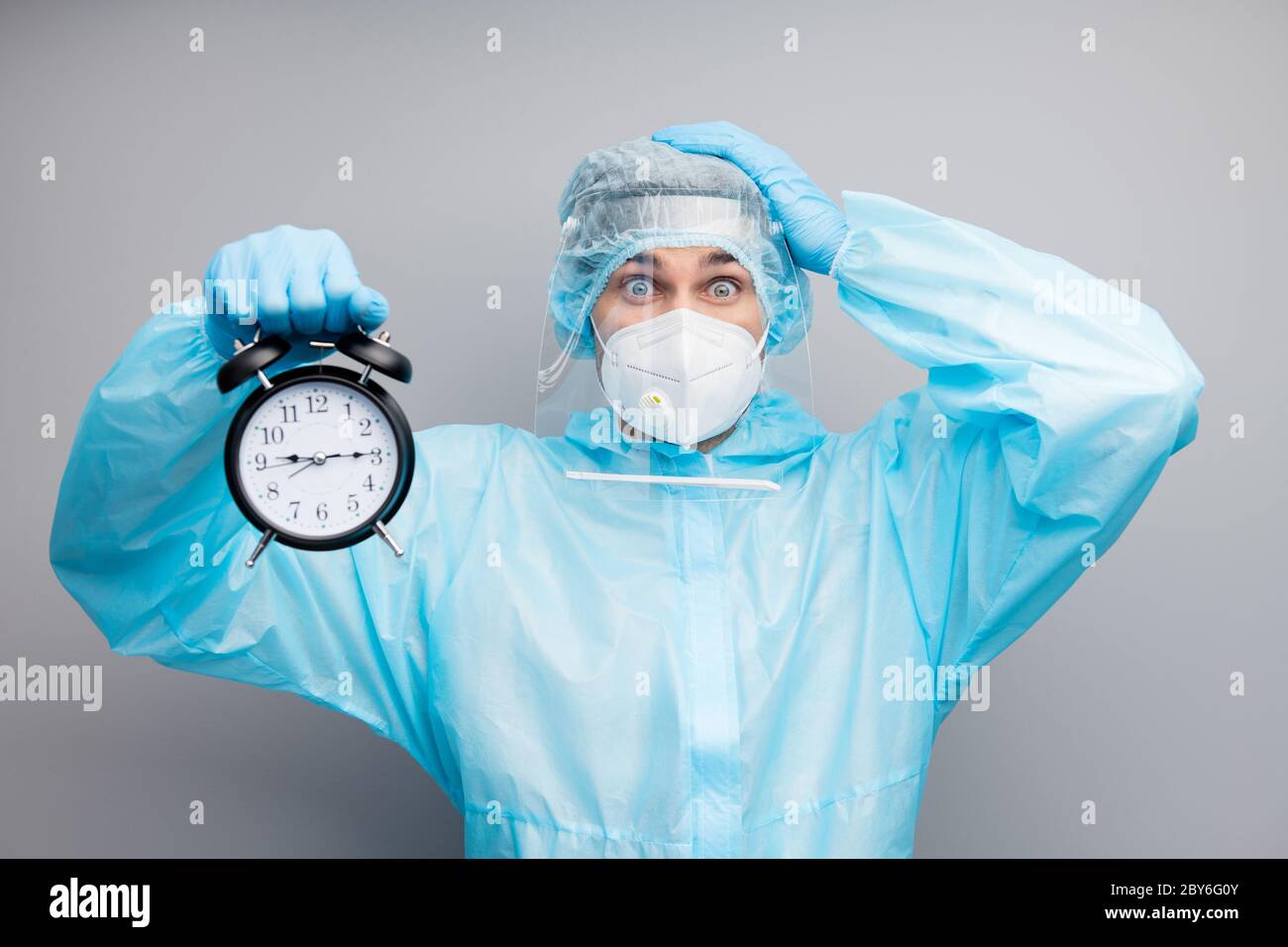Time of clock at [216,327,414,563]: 9:14
